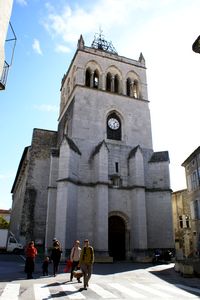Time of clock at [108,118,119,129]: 1:28
